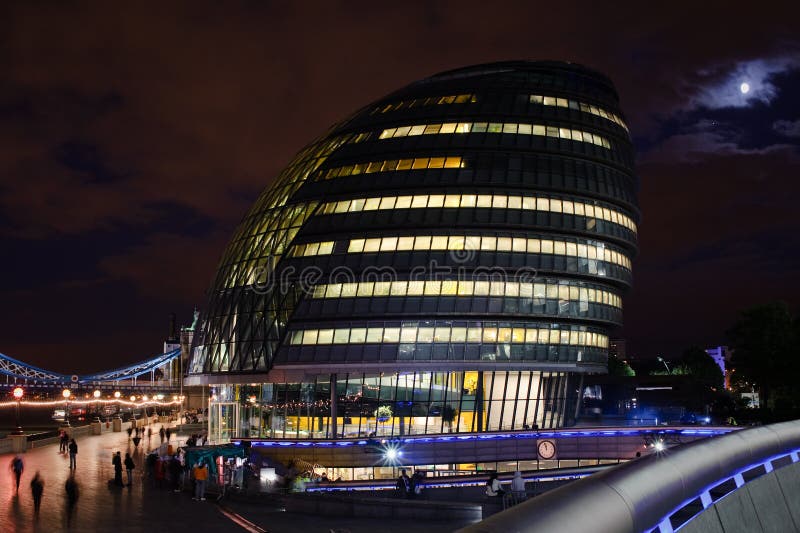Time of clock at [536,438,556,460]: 11:57
